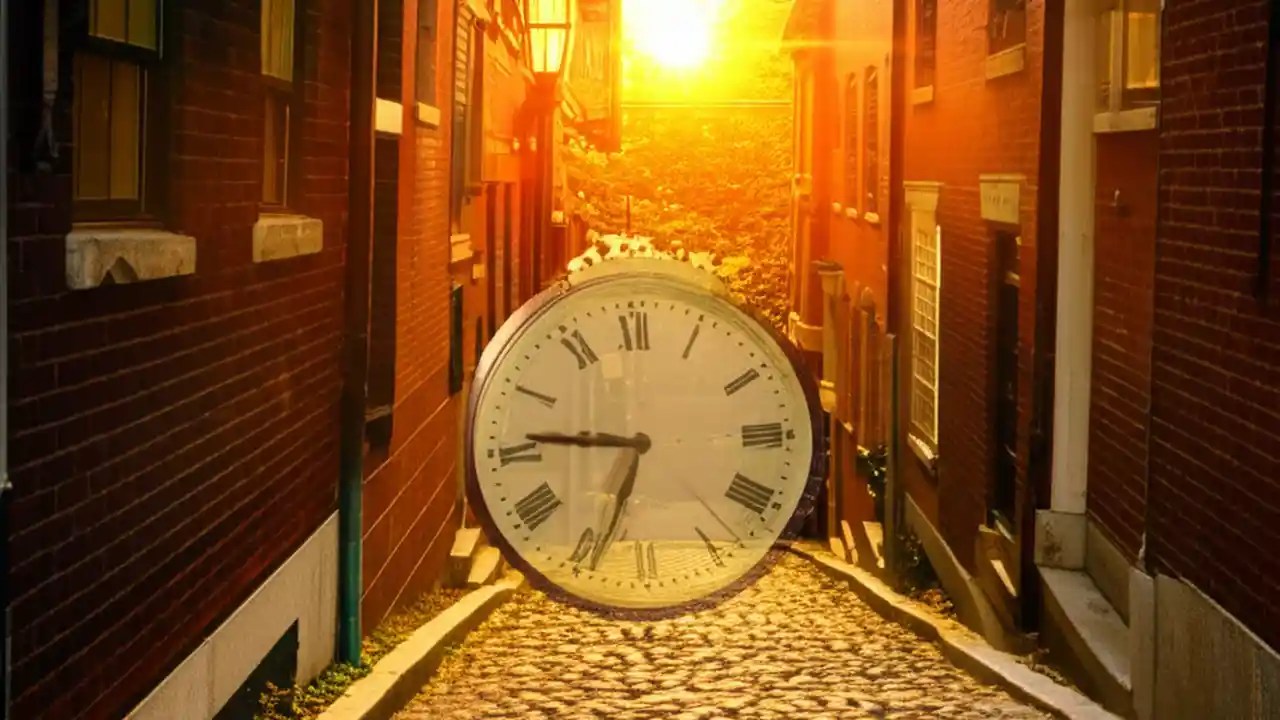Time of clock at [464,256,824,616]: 6:46
